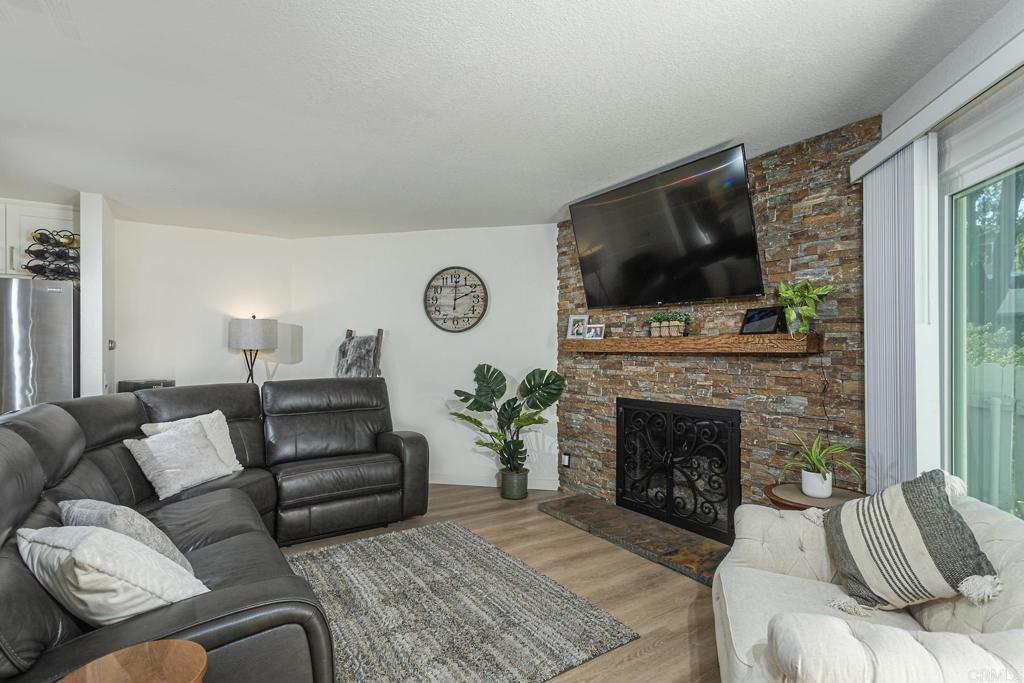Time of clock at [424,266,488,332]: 2:00
